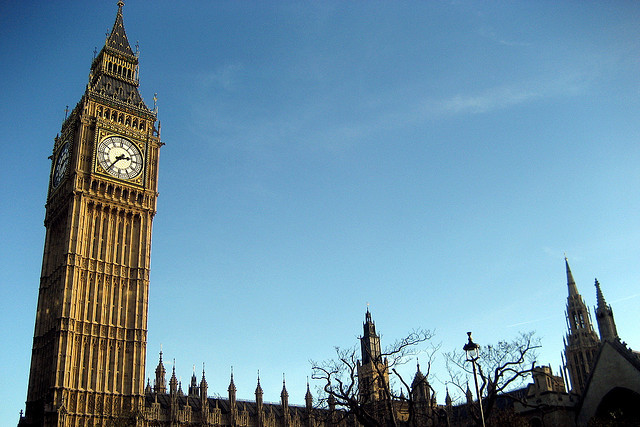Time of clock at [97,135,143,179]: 2:36
